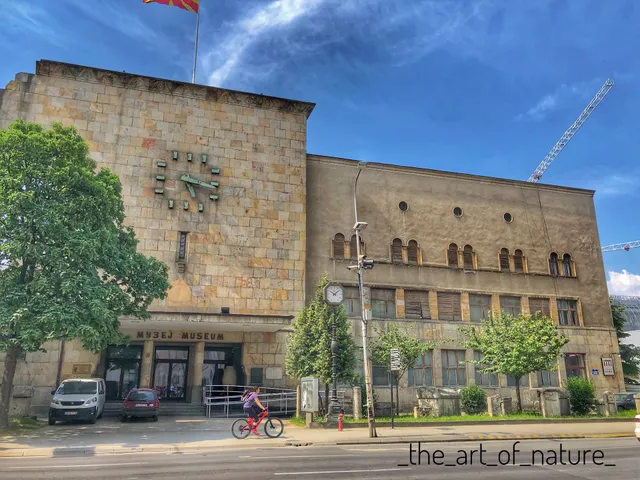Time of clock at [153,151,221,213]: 5:16
